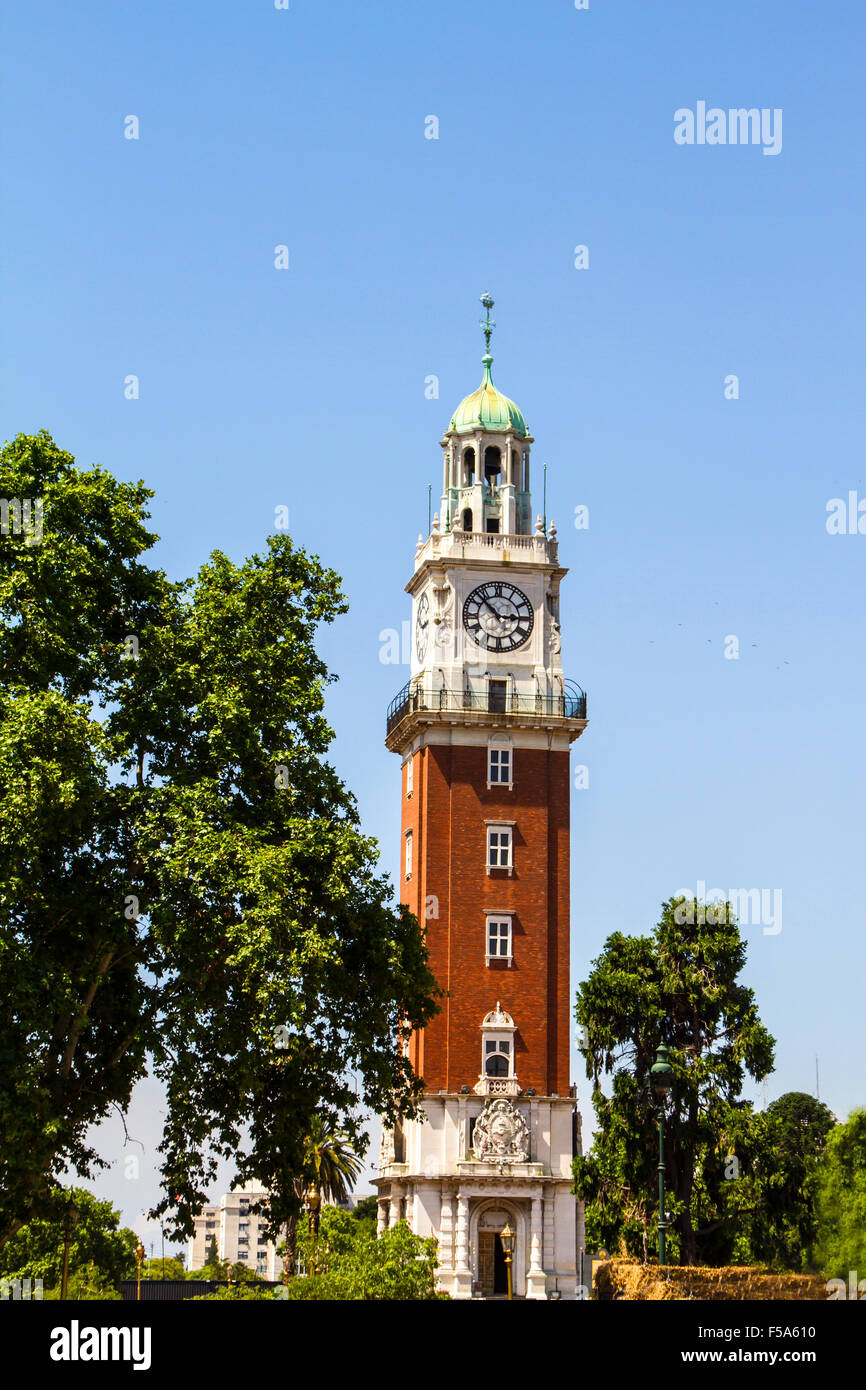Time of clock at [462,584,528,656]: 2:52
